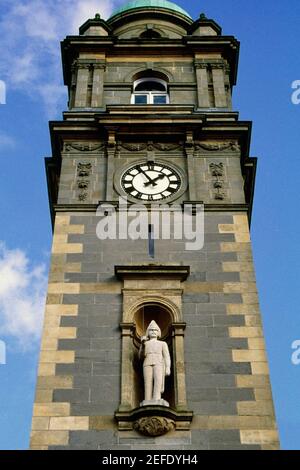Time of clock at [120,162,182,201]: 1:54
